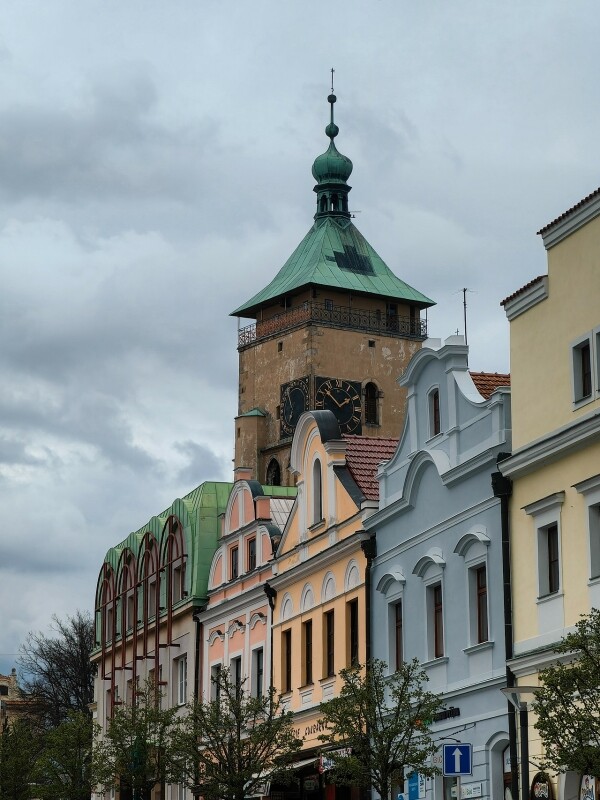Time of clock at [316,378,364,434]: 1:52
